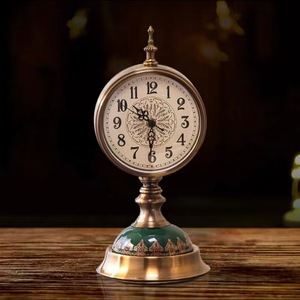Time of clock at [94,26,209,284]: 10:30
